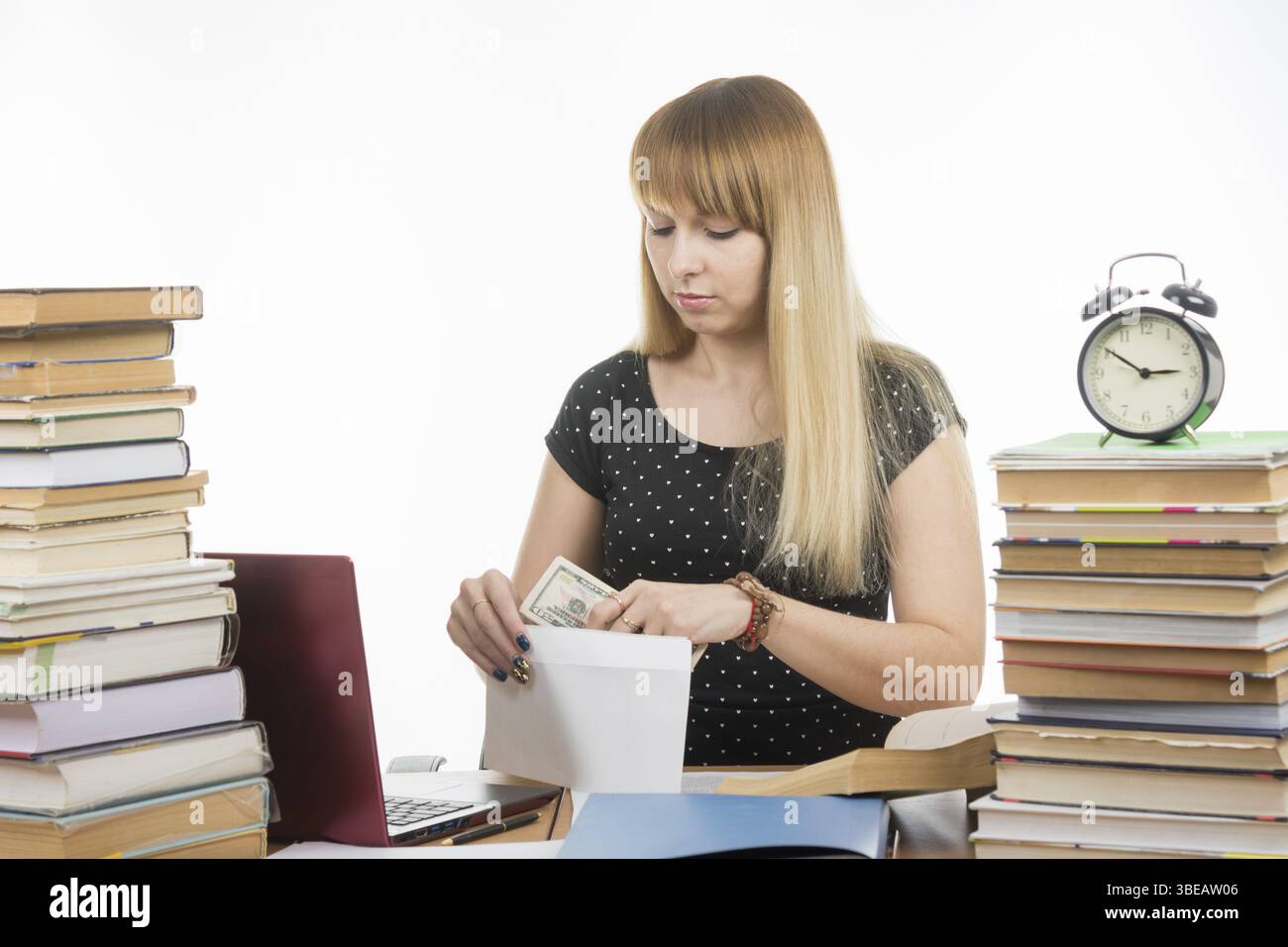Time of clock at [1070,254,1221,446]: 2:50
